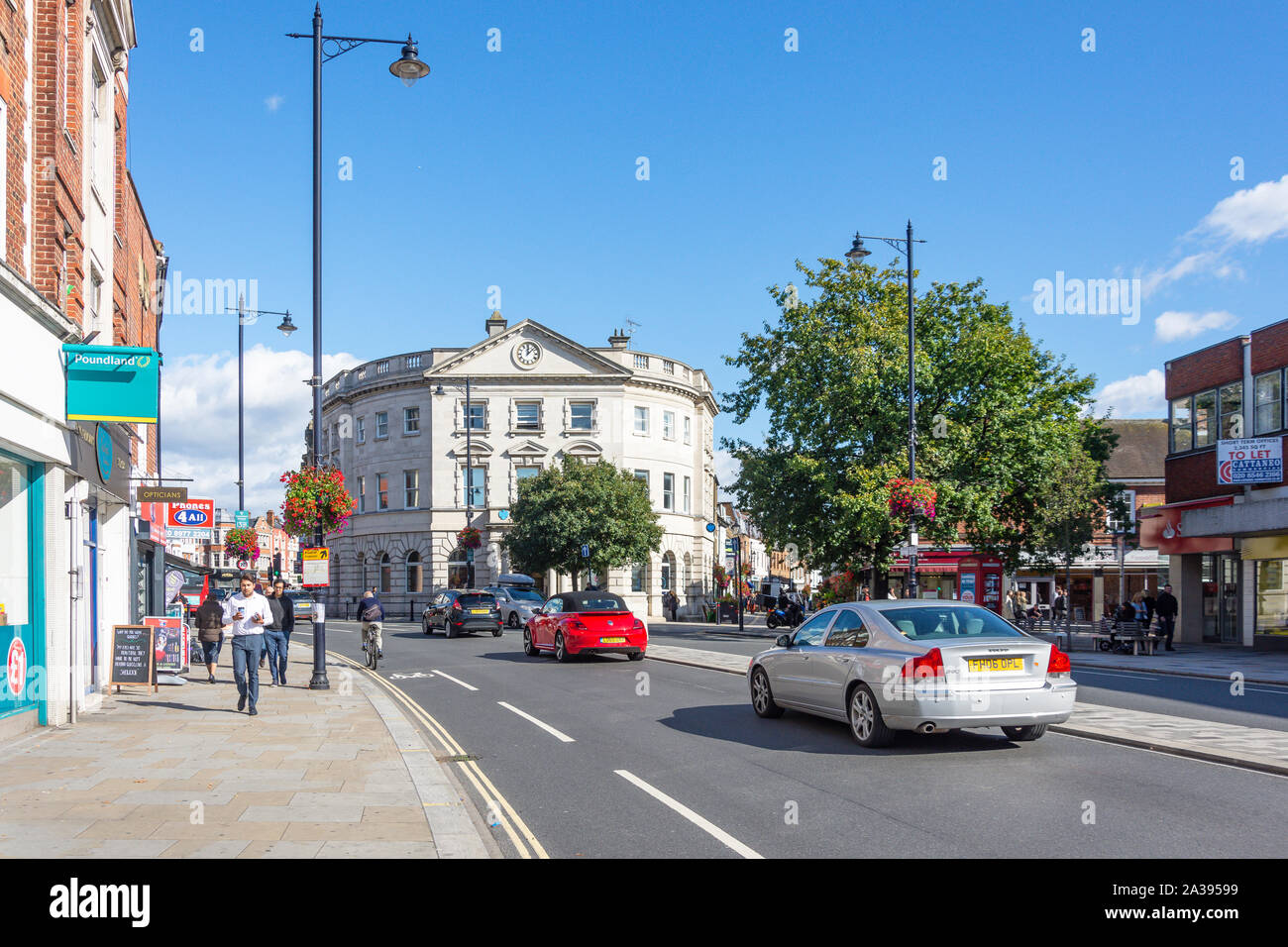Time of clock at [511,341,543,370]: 12:07
